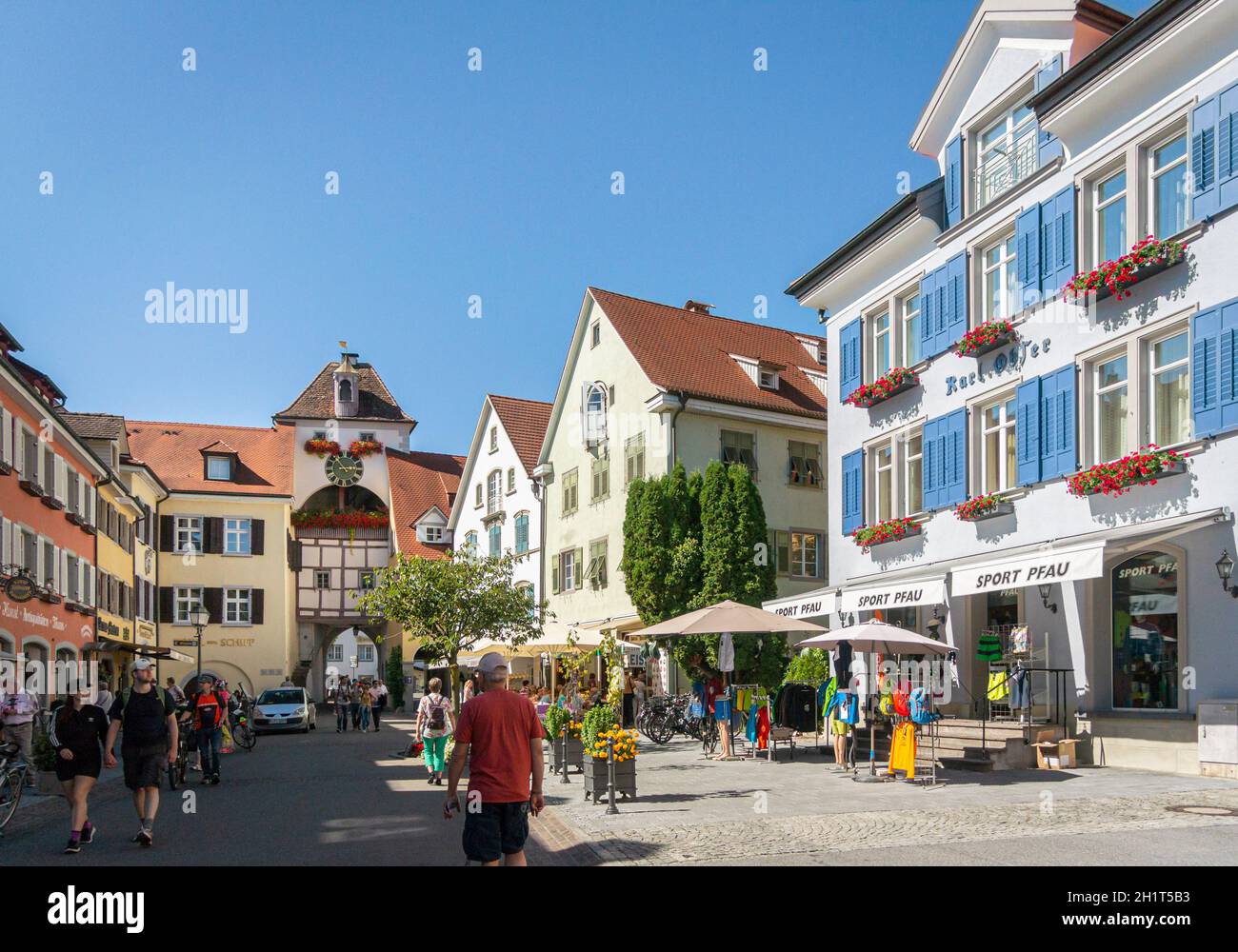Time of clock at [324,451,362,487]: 2:54
